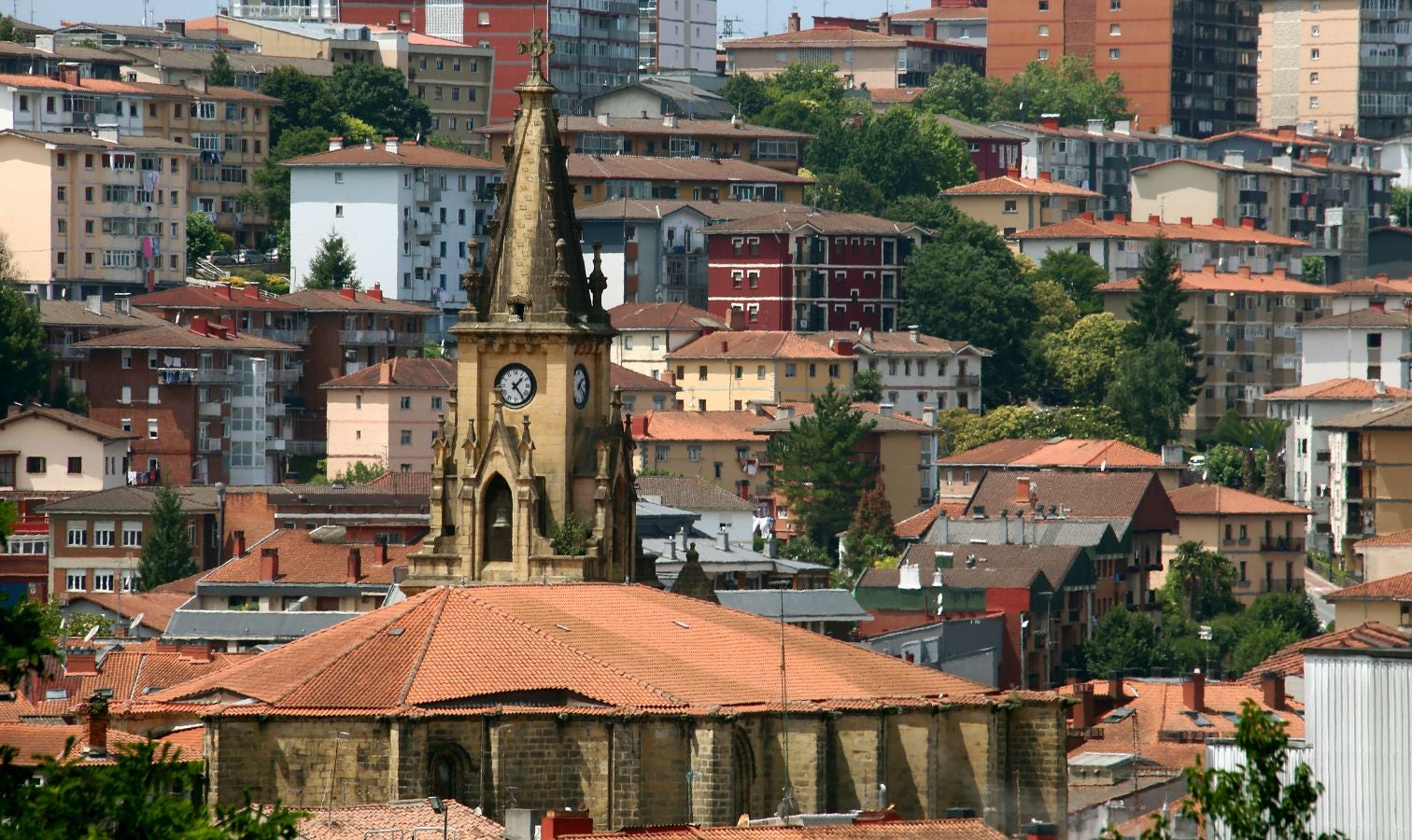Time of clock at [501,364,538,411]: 1:23
